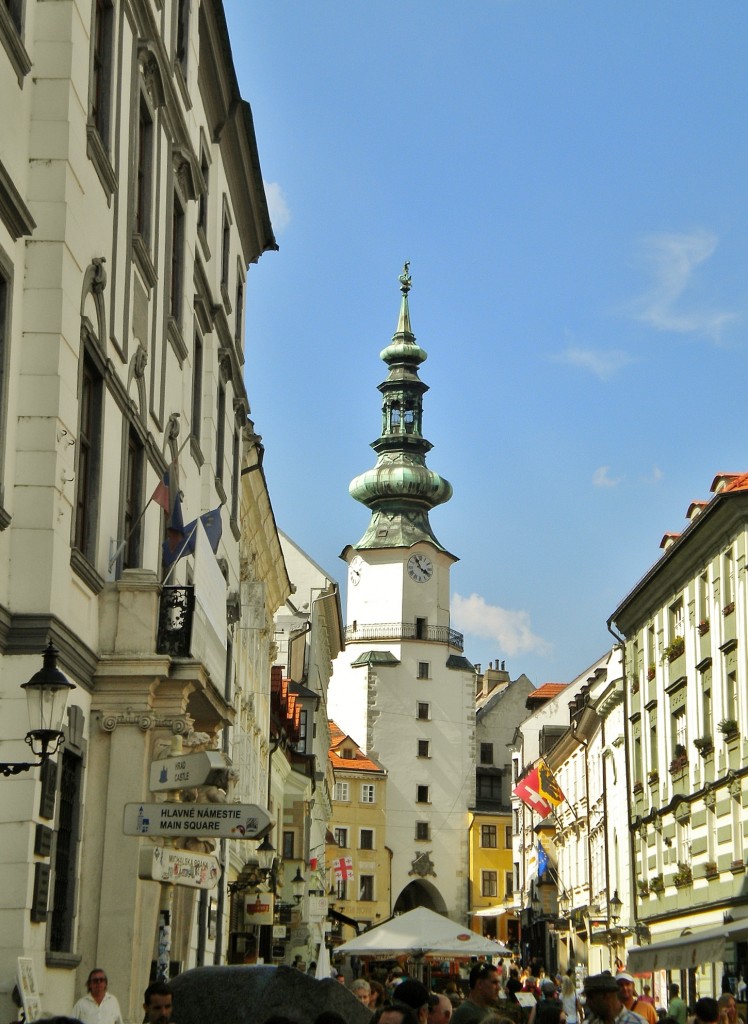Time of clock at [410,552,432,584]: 3:55
